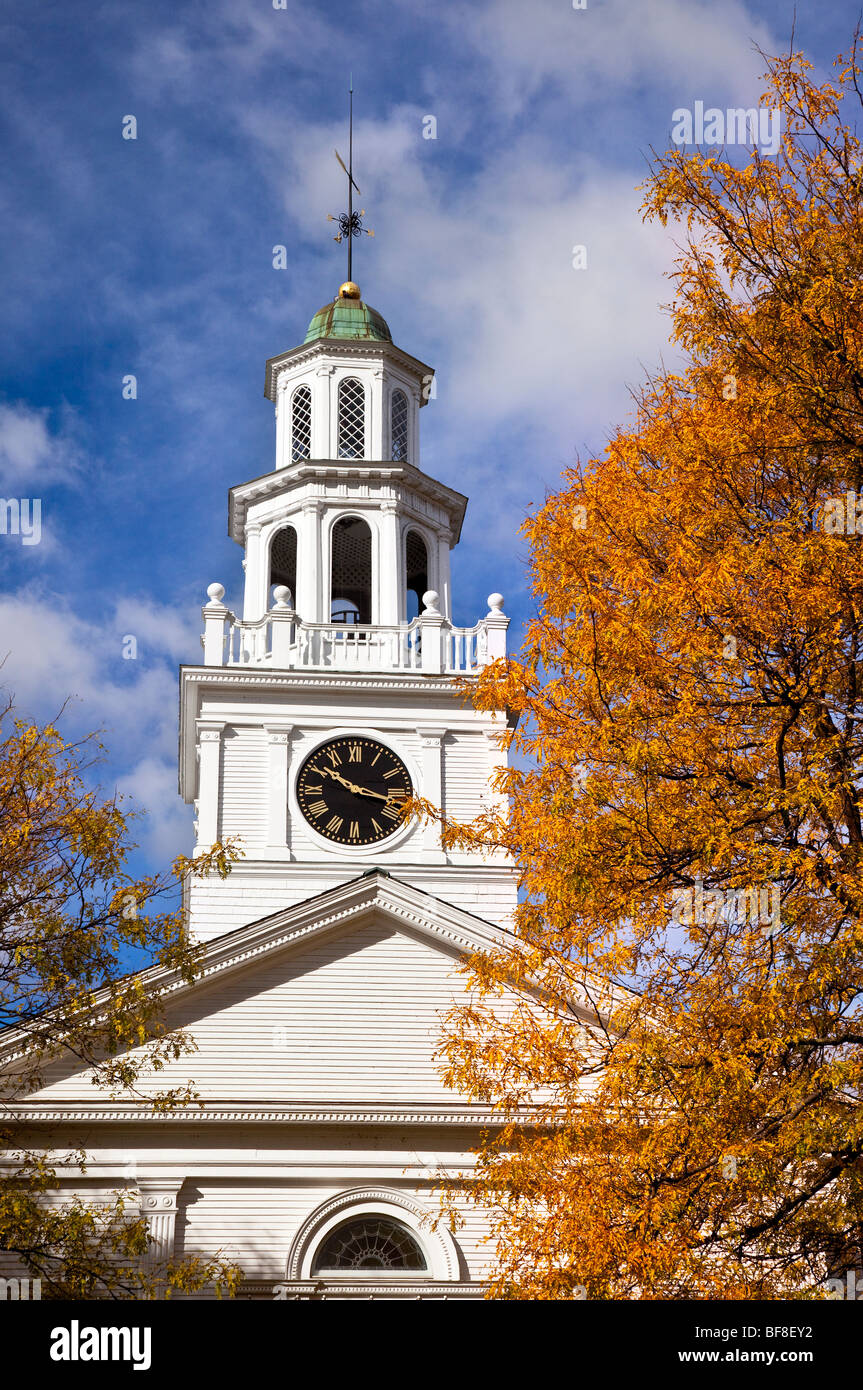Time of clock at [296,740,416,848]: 10:17
